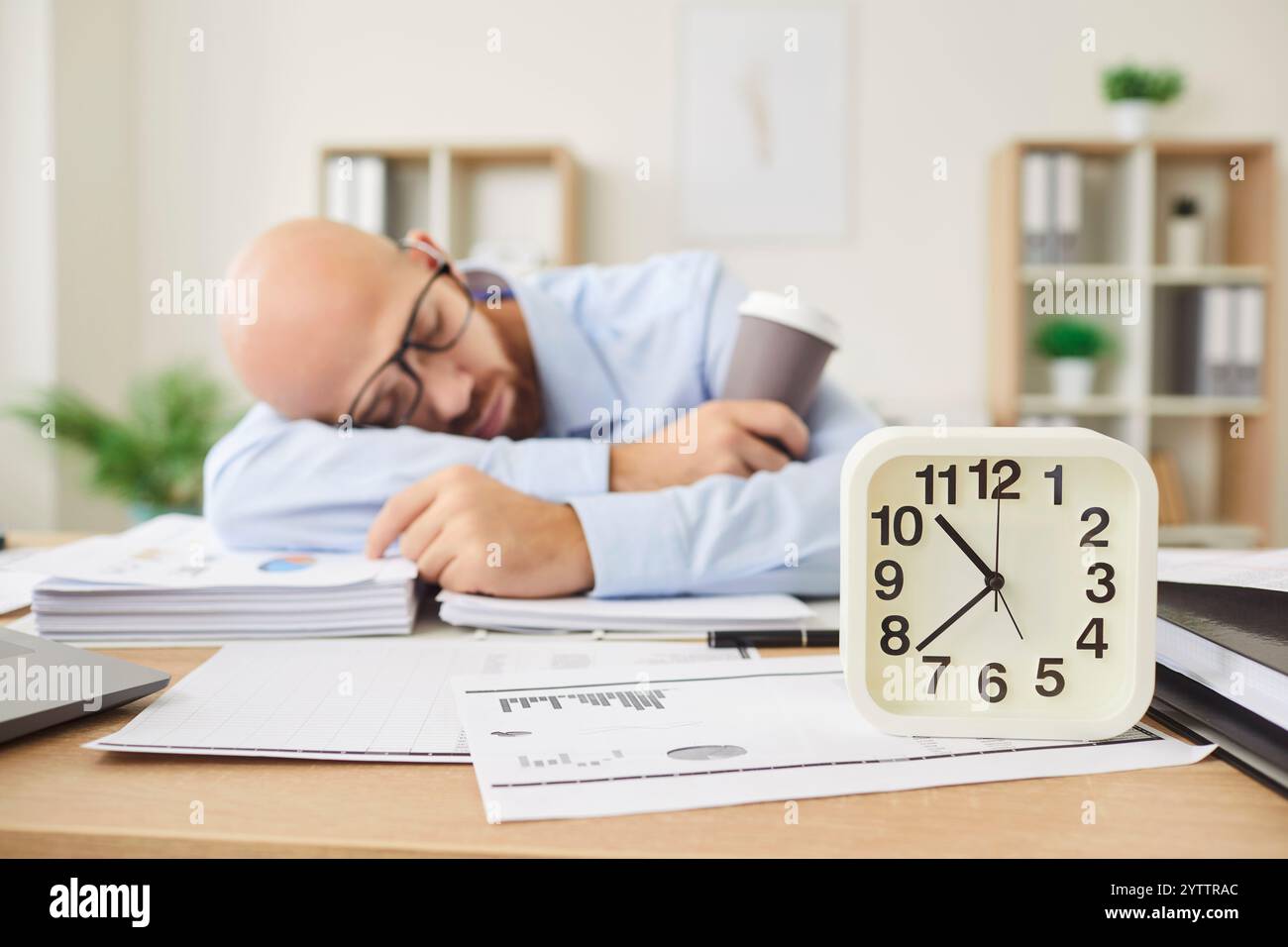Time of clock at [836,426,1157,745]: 10:37
